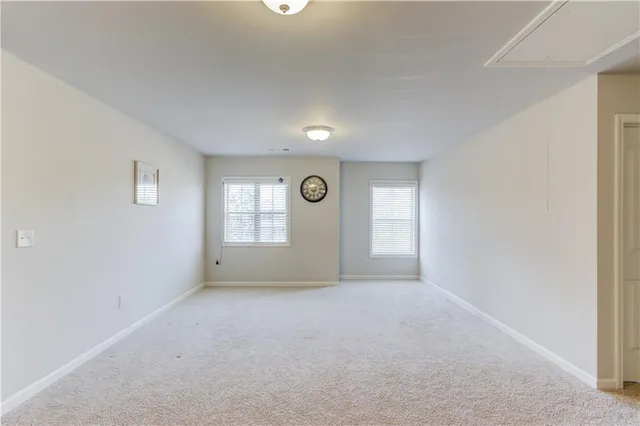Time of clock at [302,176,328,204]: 6:13
